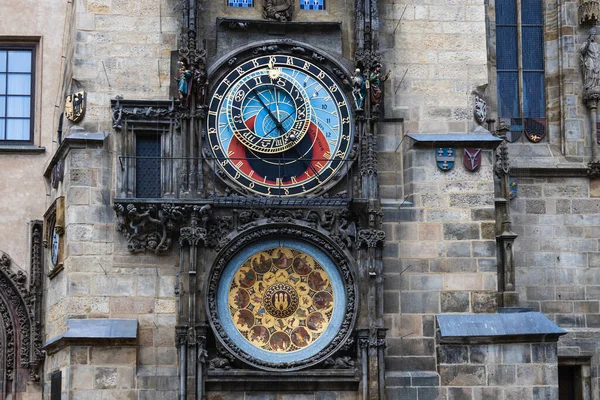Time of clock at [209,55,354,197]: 4:52
